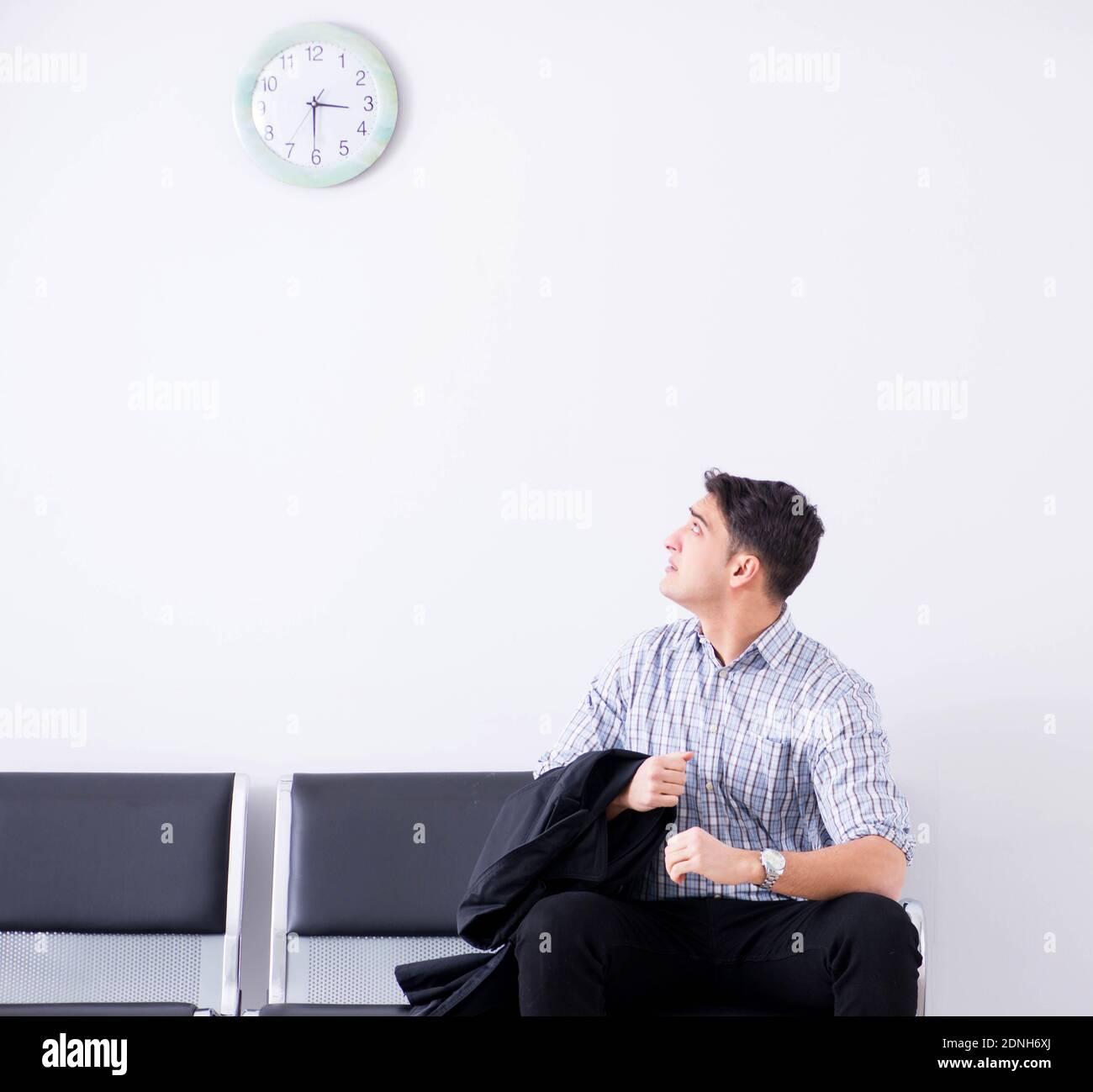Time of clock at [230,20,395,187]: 3:30
